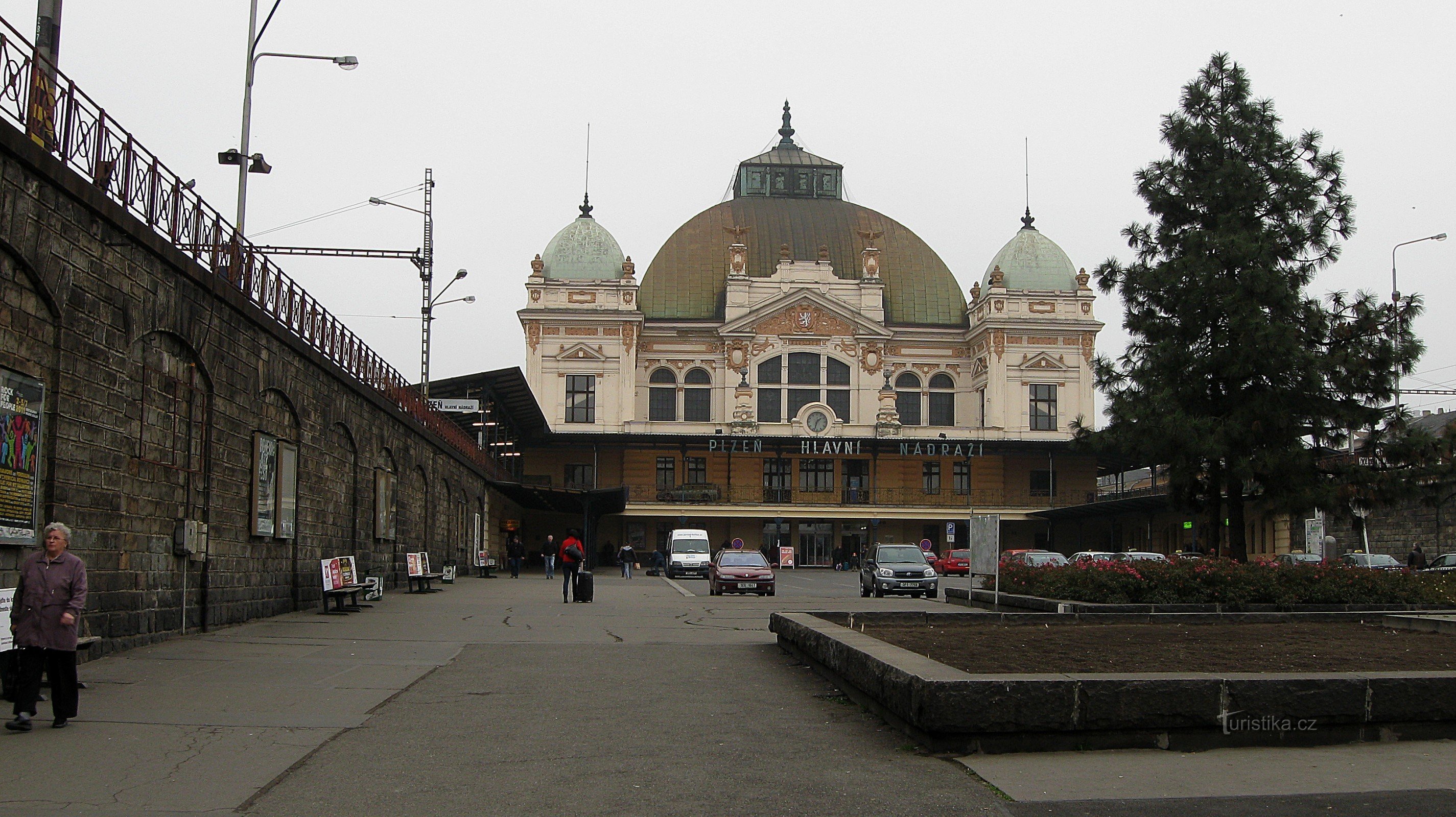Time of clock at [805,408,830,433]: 1:33
